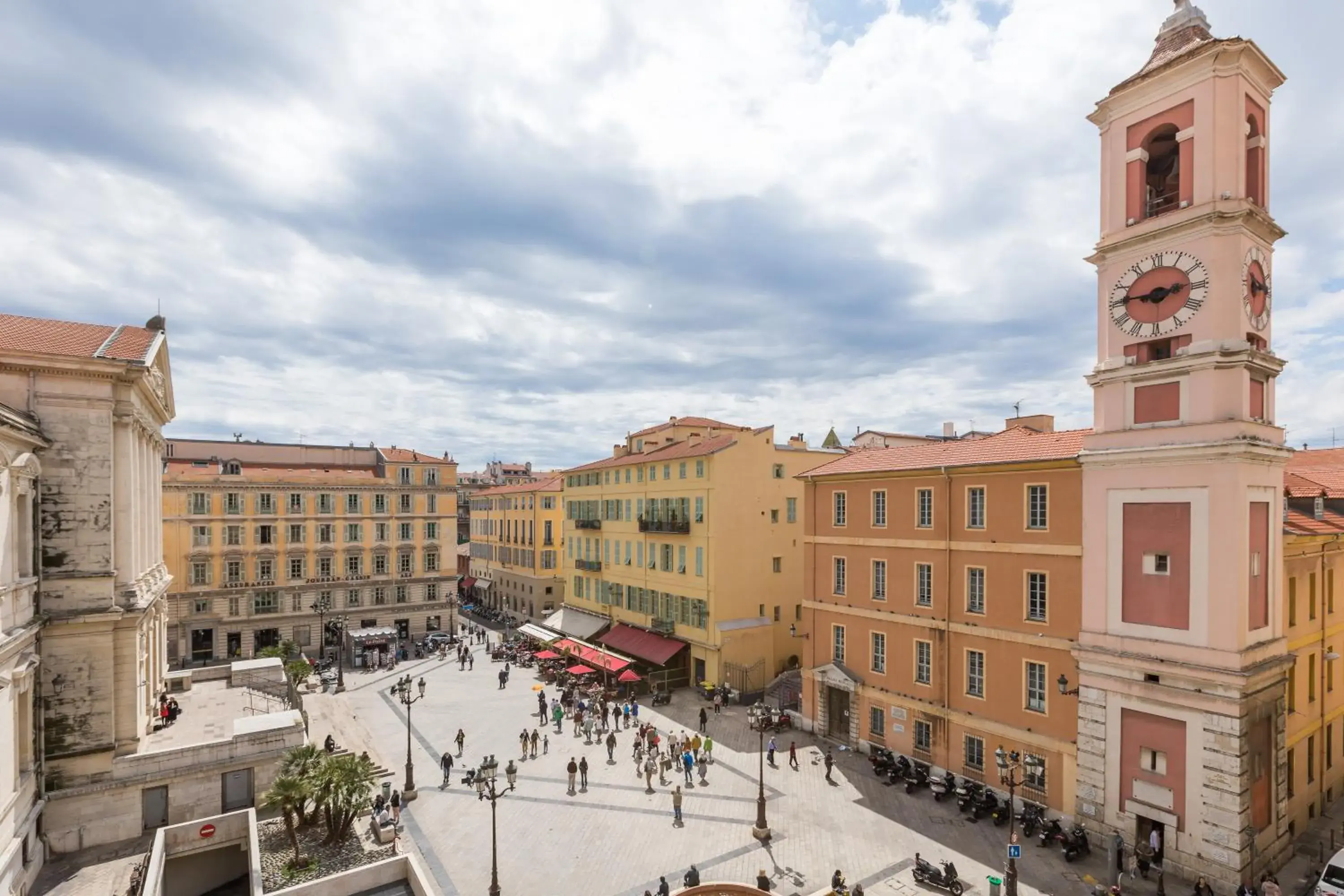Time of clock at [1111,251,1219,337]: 2:46
